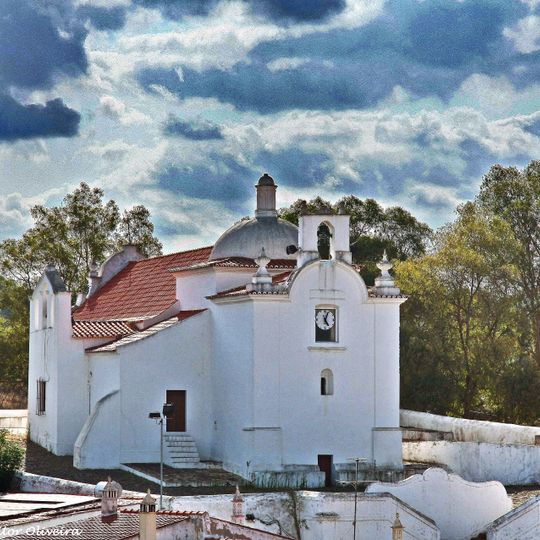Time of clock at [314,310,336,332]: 5:03
